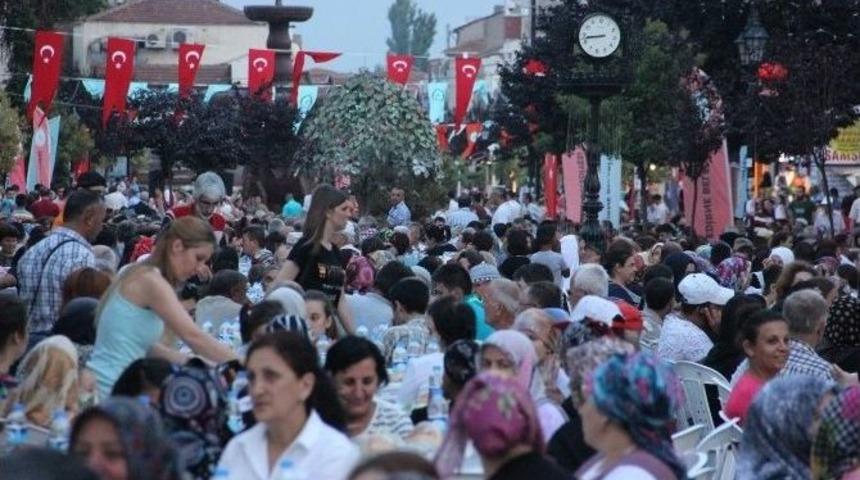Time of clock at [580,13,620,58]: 8:42
